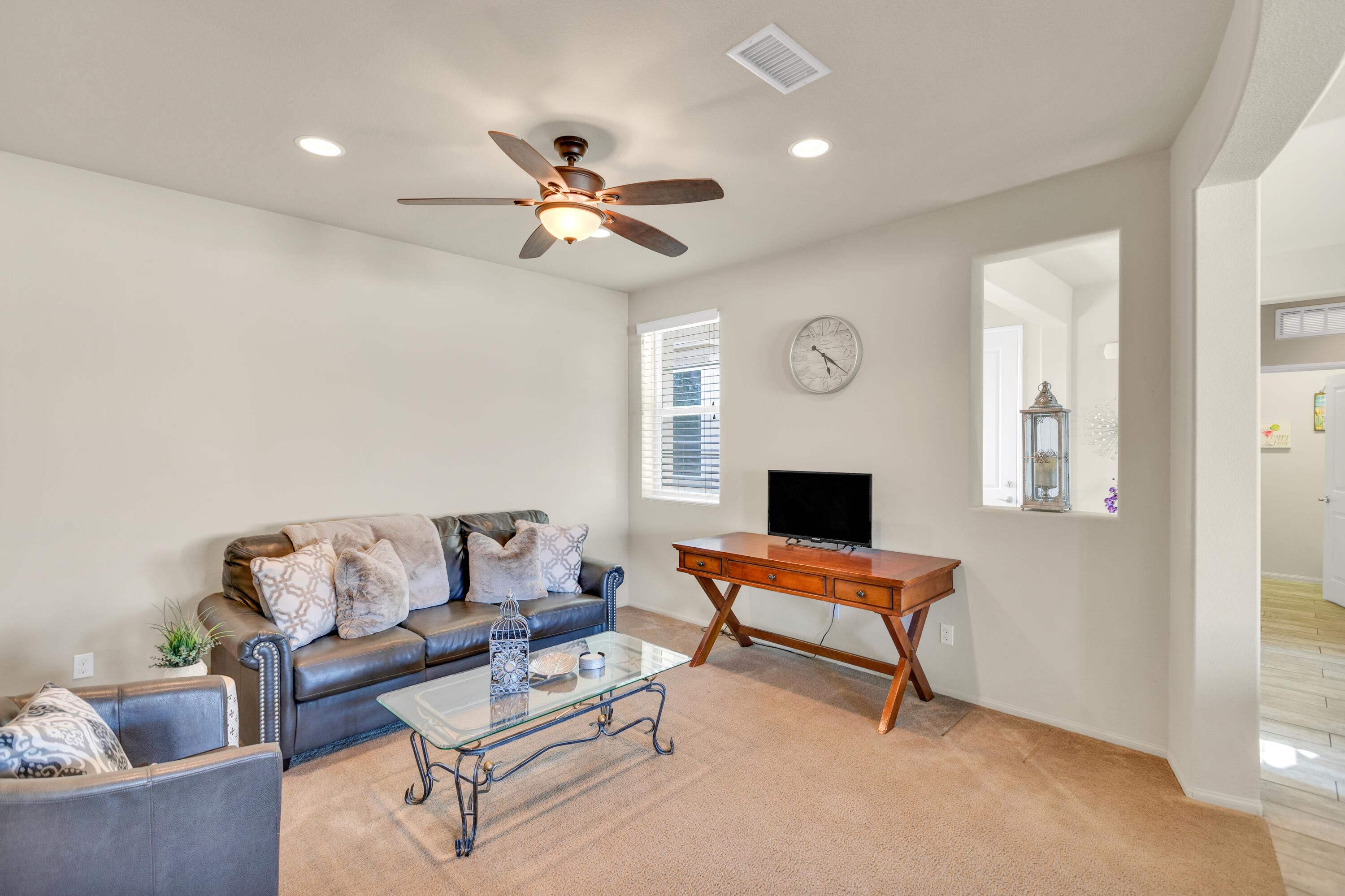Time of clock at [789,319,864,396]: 5:21
